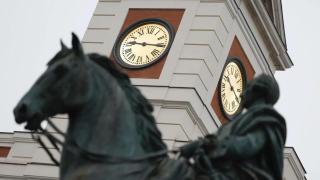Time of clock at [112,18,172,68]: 9:15
